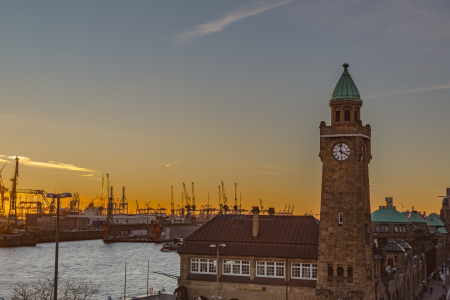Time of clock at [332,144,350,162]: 3:58
